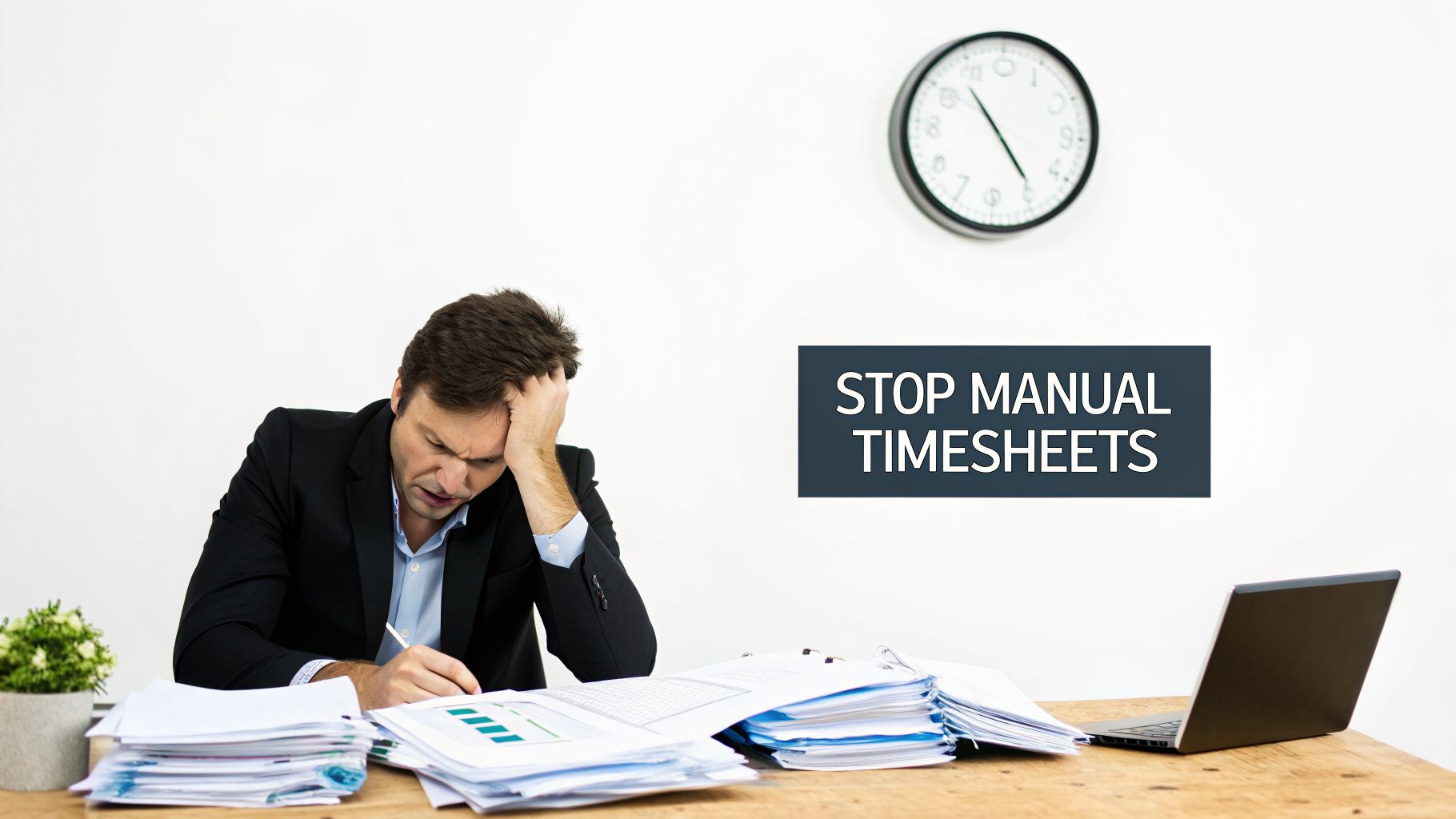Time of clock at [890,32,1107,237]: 4:53
